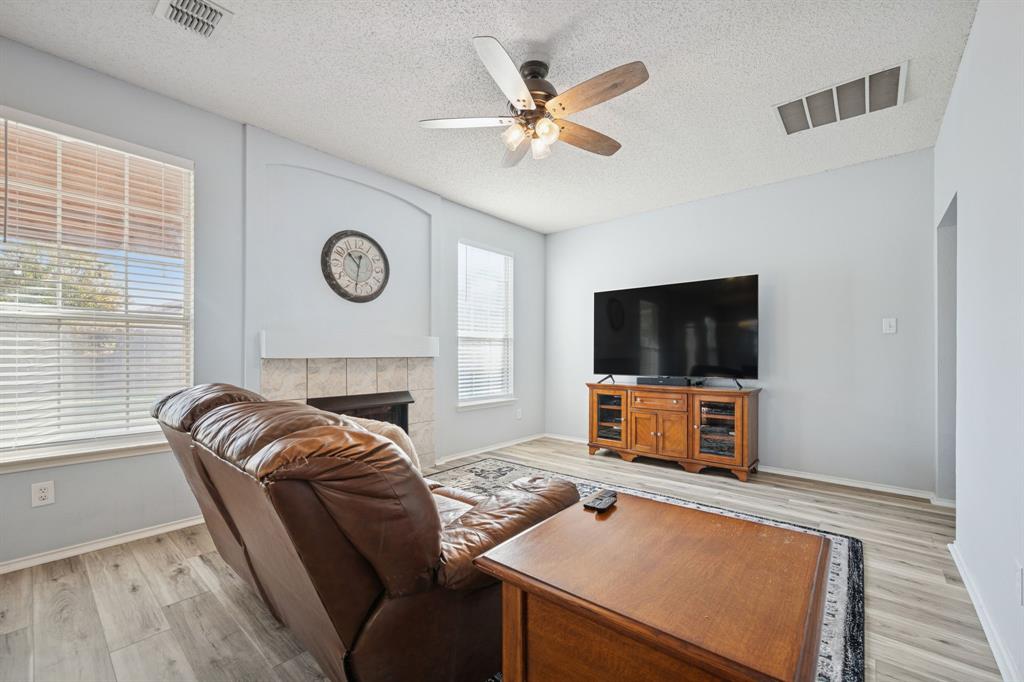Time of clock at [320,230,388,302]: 10:31
